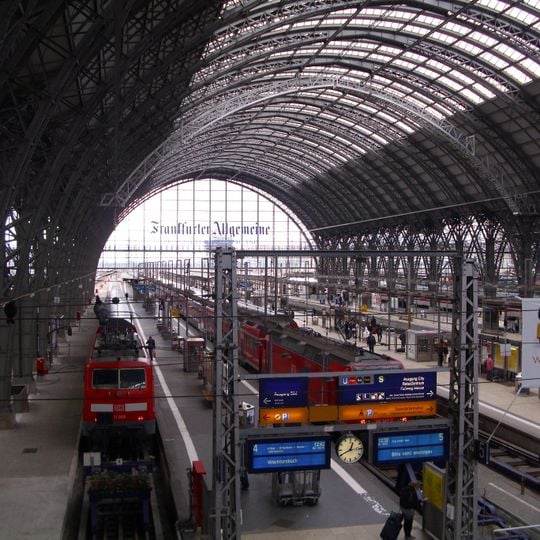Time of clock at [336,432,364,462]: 12:40
